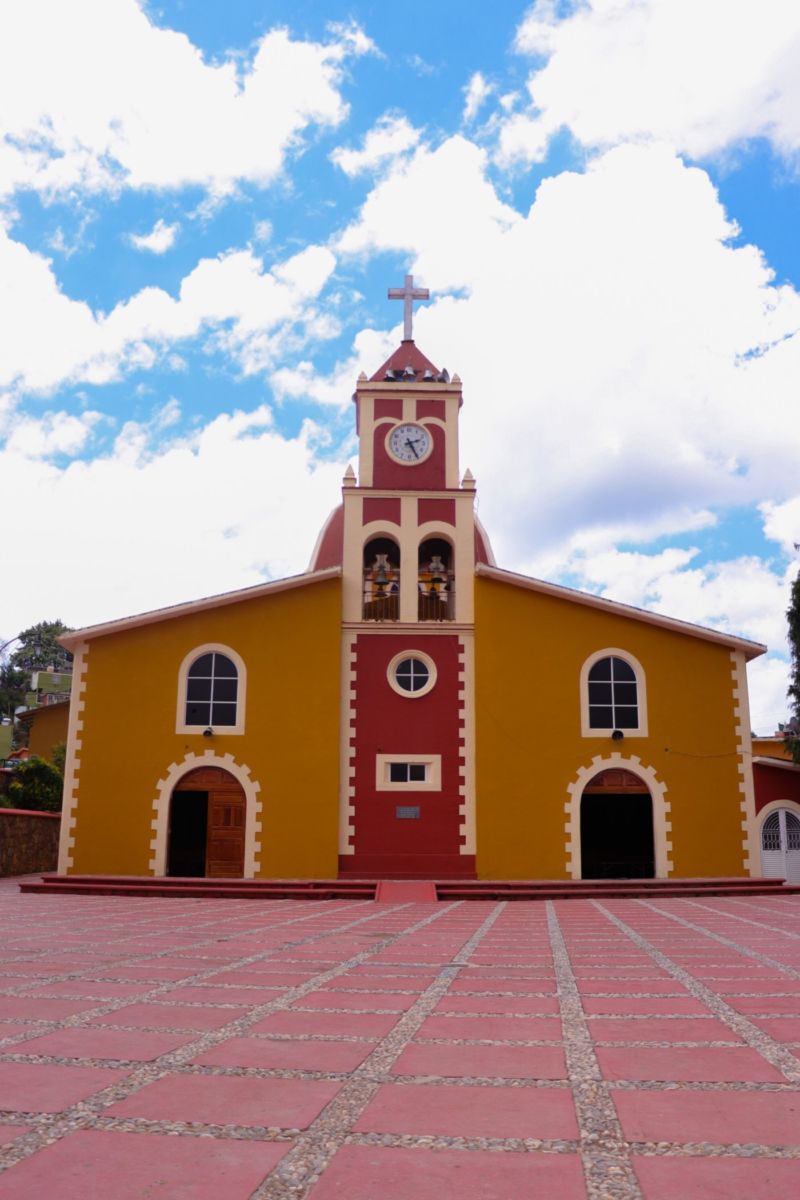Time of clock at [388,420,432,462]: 2:25
